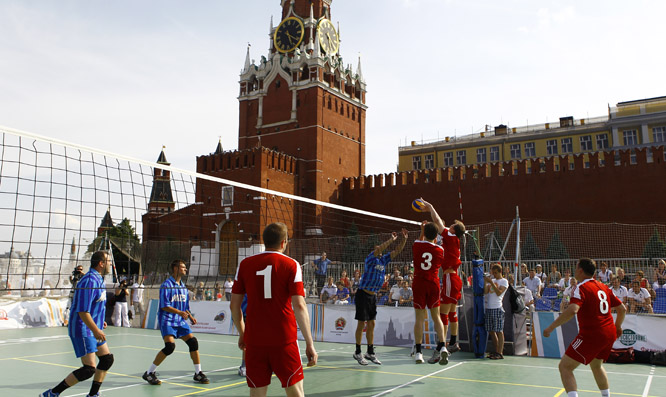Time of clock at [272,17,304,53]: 5:20
